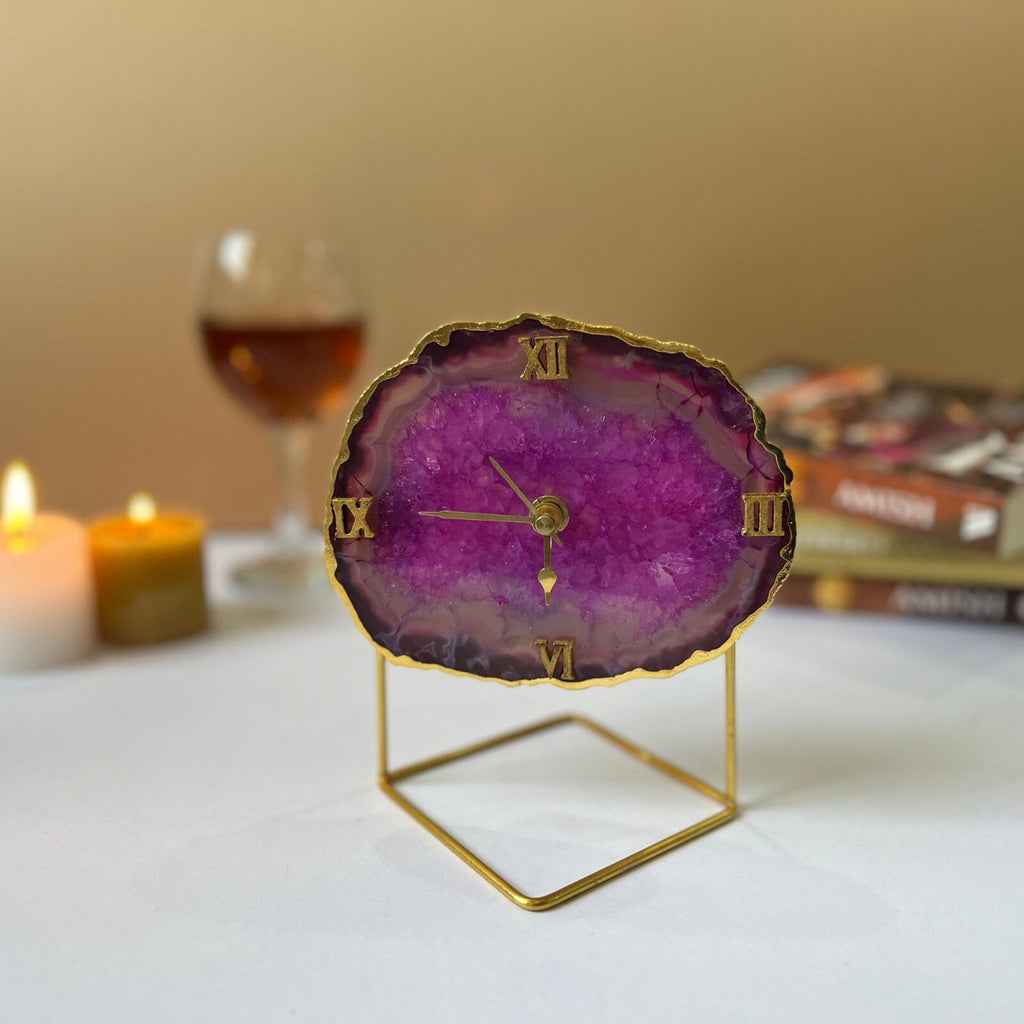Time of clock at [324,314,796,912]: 10:45
